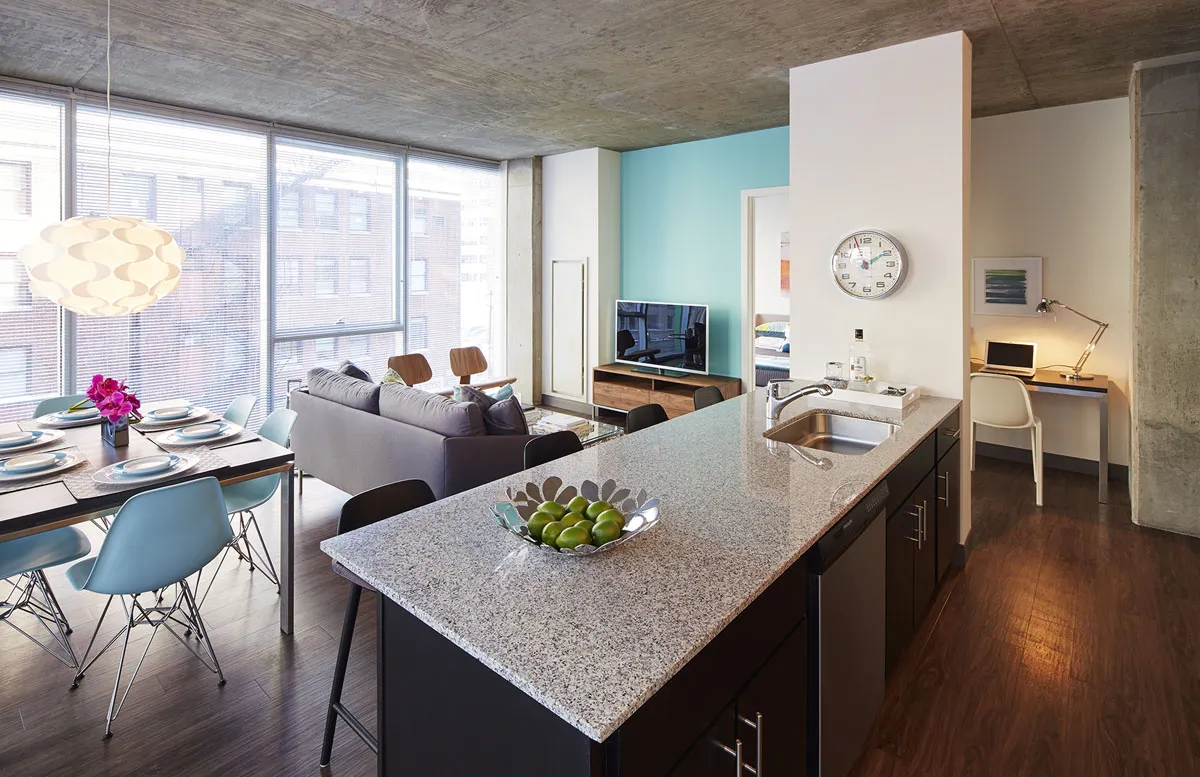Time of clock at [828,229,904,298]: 1:56
